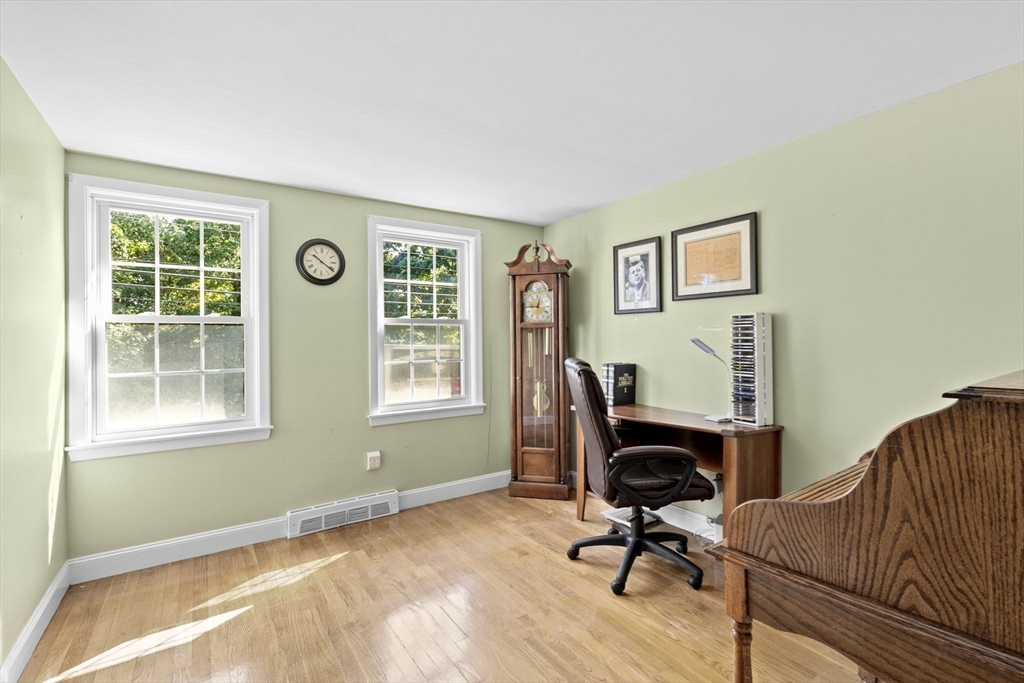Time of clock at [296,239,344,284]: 10:20
